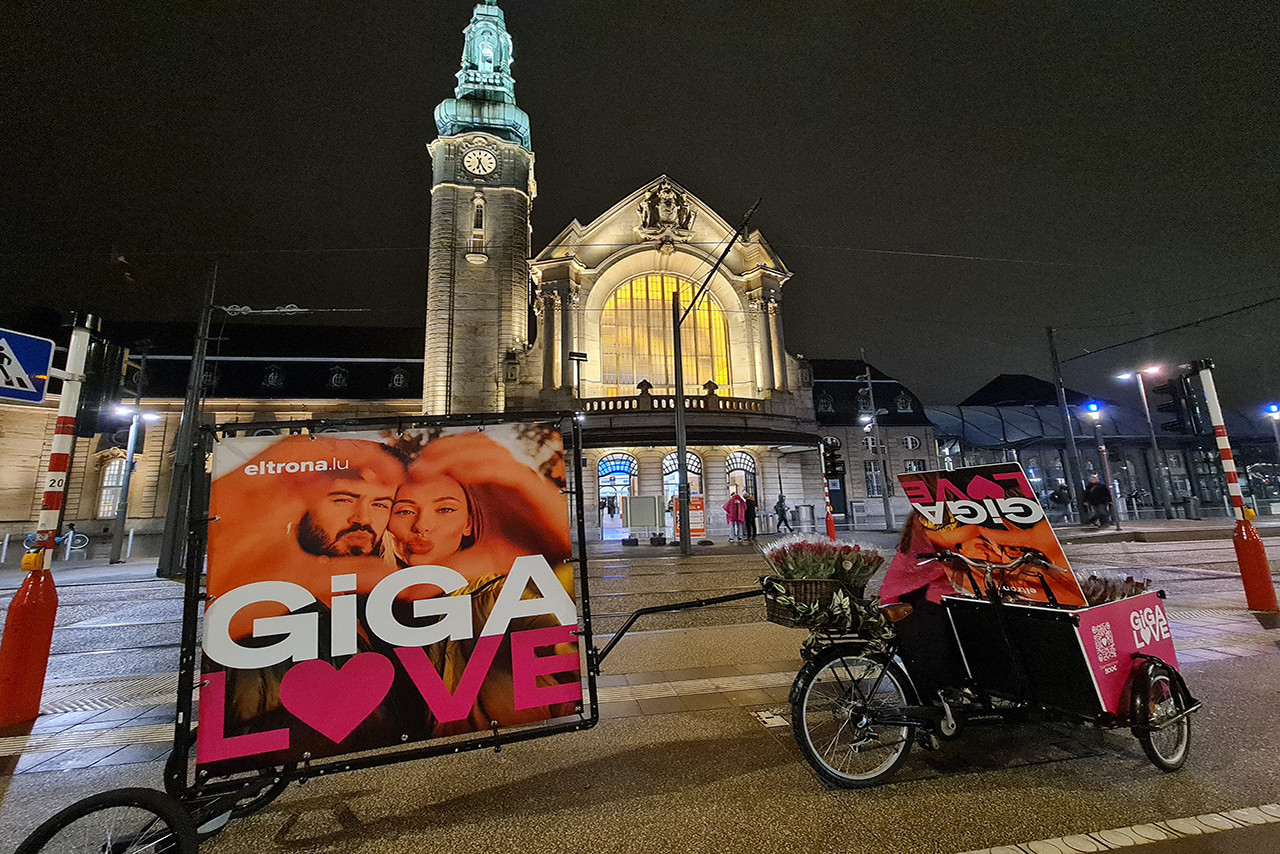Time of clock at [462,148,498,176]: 6:25
